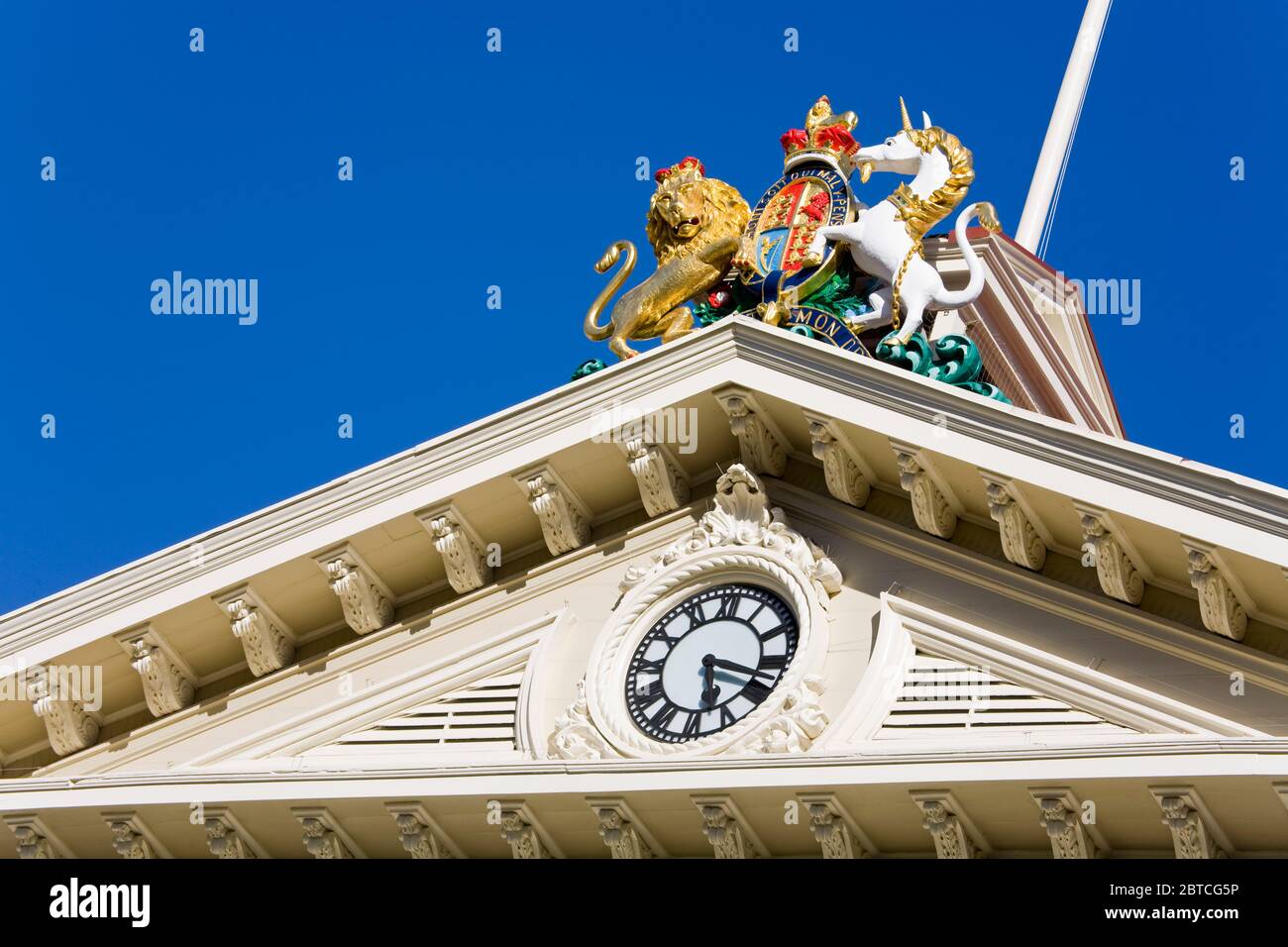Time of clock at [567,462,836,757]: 5:18
